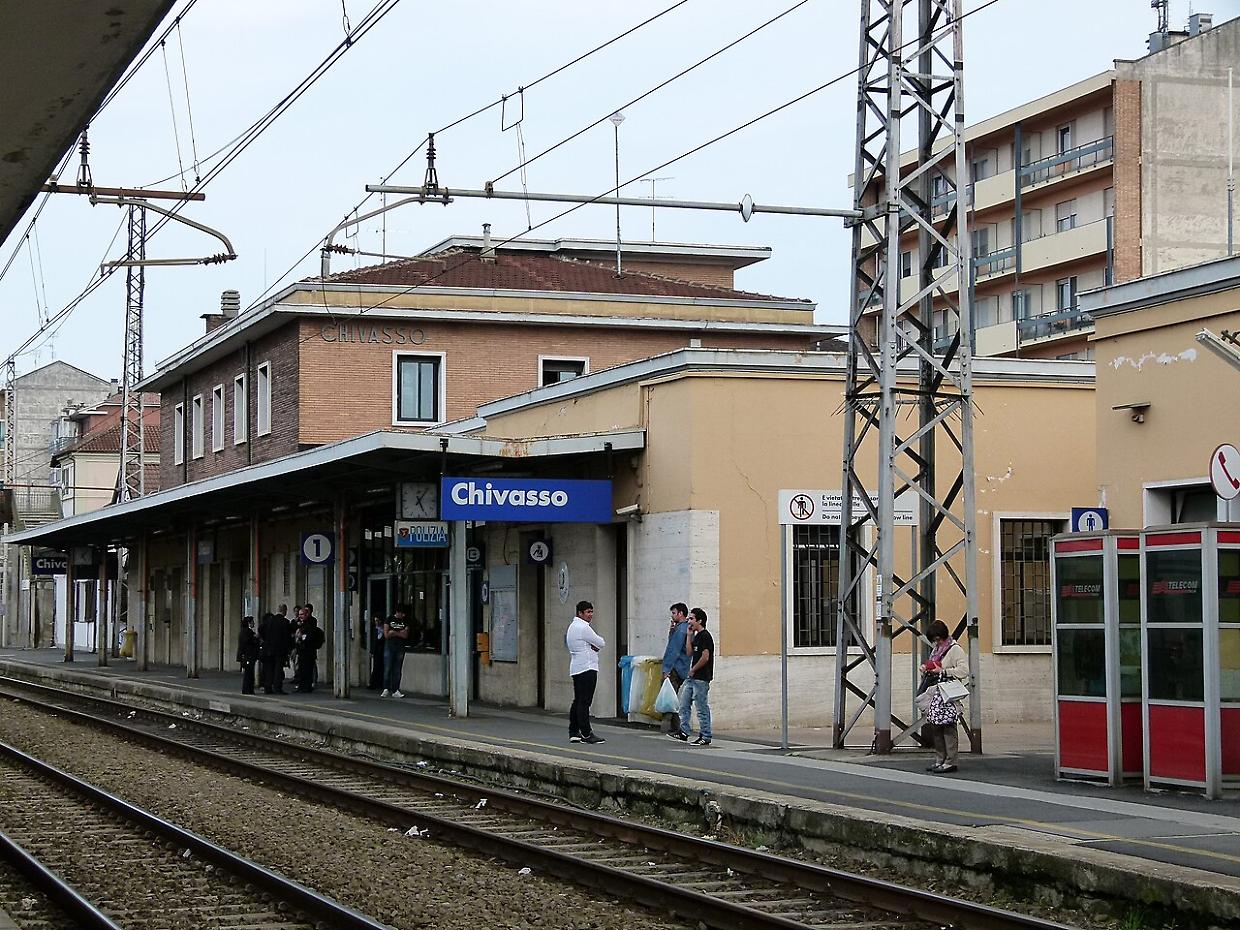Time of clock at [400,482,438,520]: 5:06
